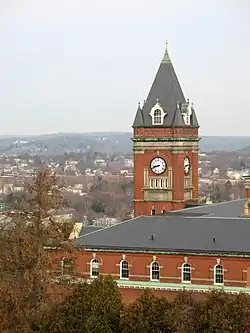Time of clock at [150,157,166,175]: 8:42
